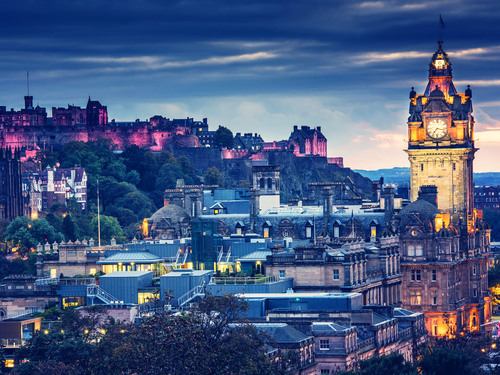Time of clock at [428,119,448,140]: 7:17
